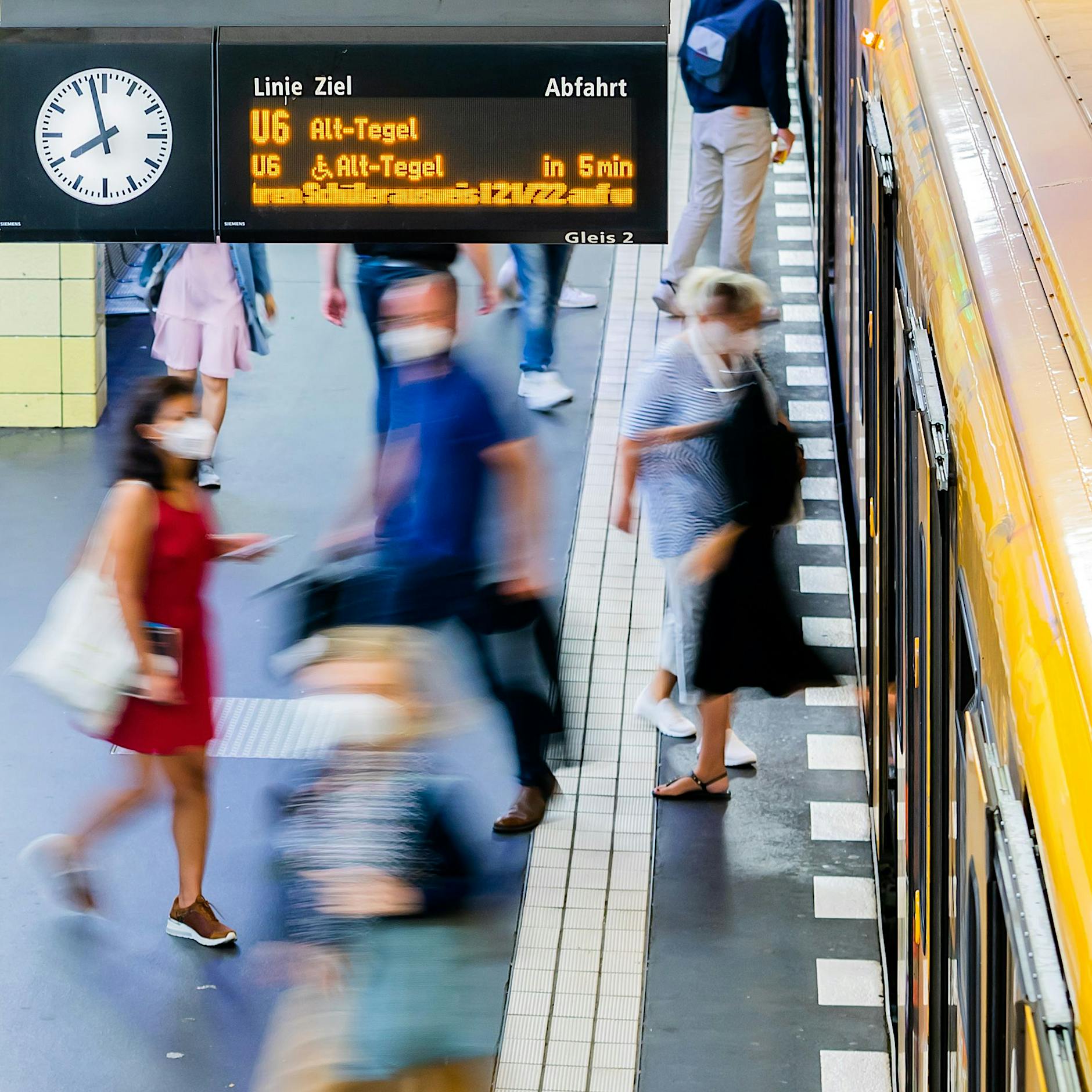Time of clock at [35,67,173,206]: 7:57
